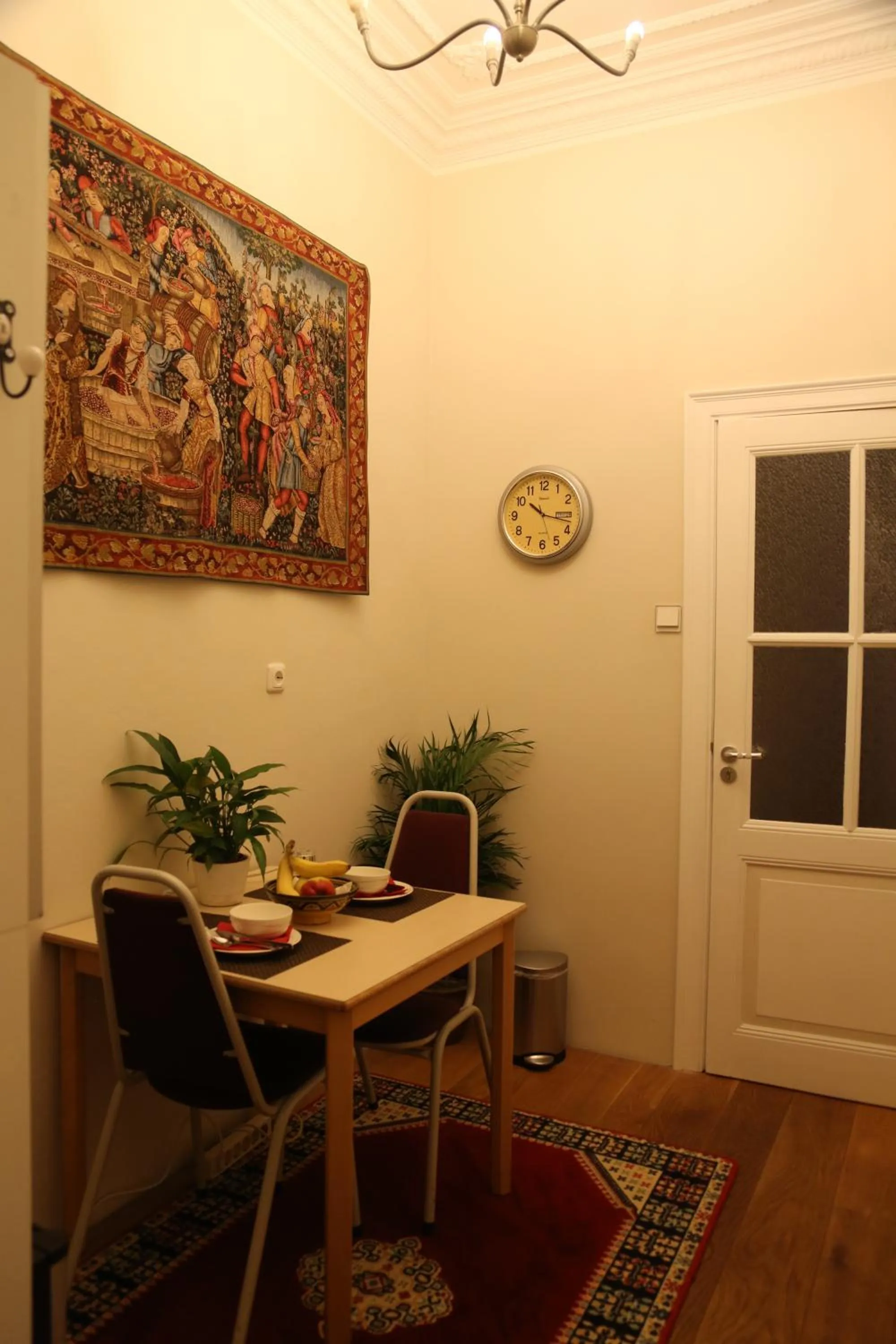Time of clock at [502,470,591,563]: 10:17
